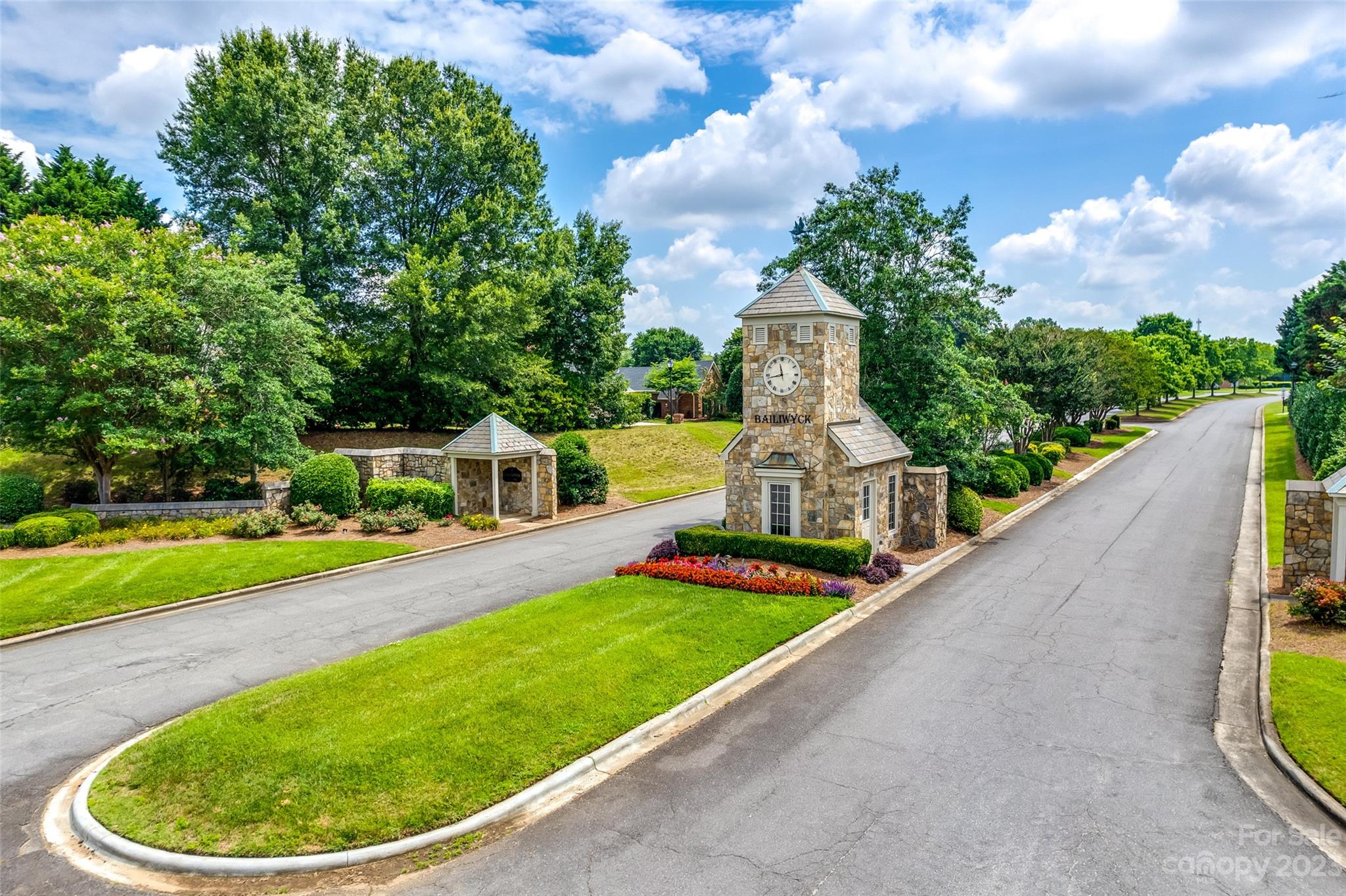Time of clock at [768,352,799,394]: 11:42
